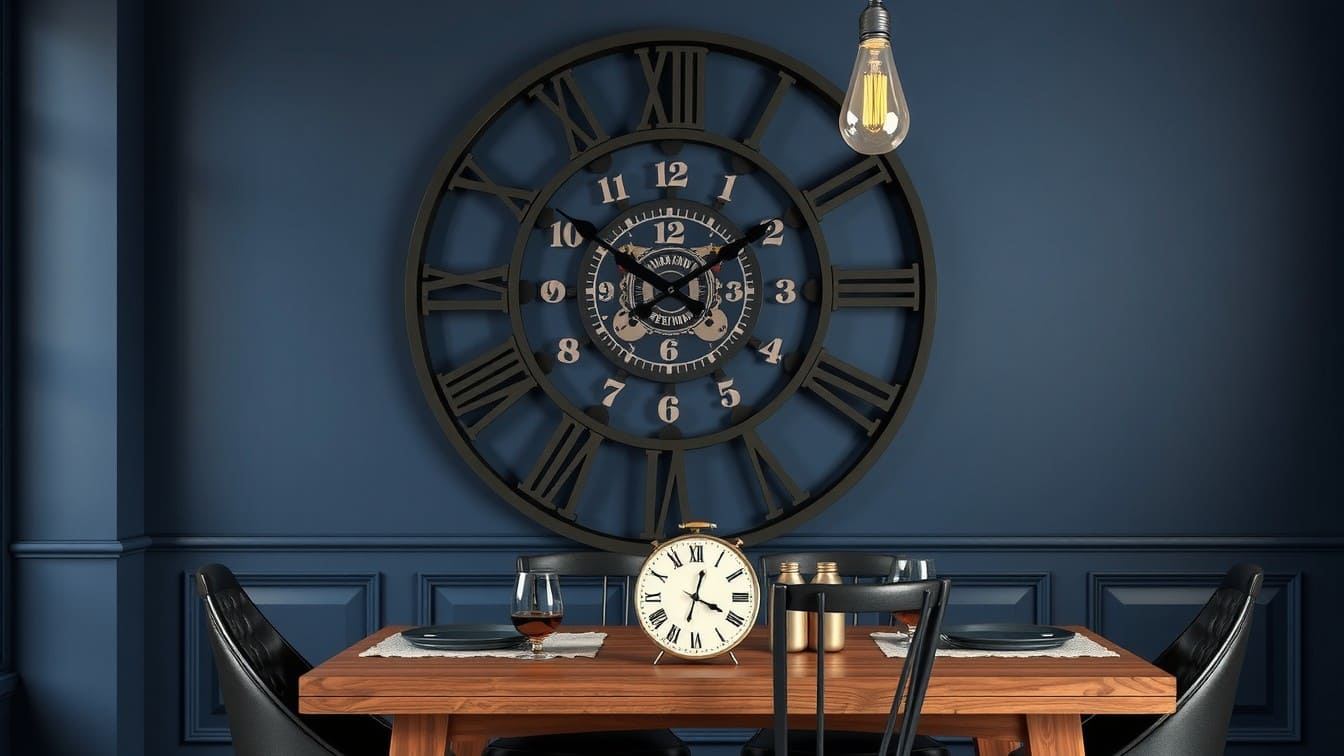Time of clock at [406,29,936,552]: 1:50
